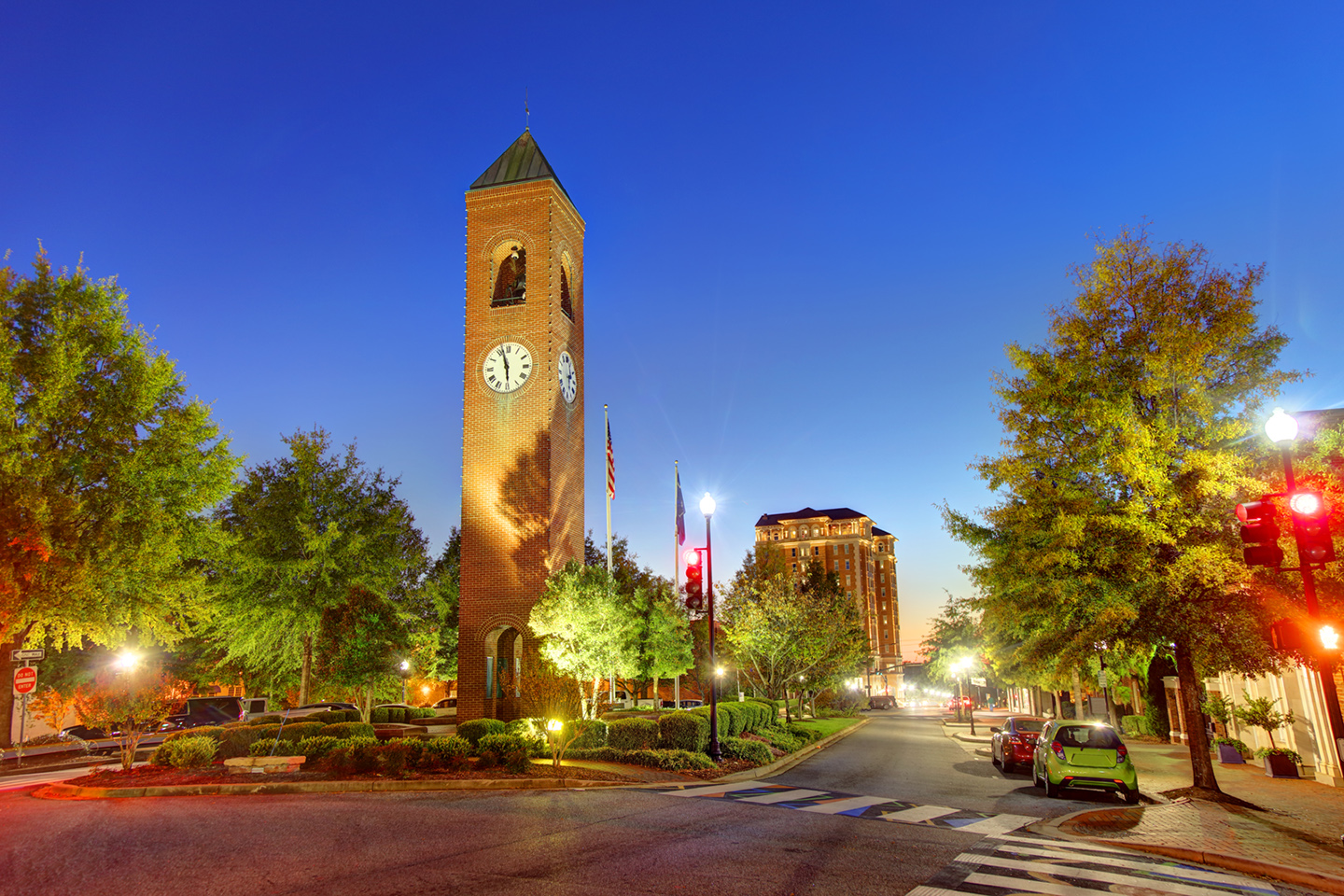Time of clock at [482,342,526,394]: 5:57
